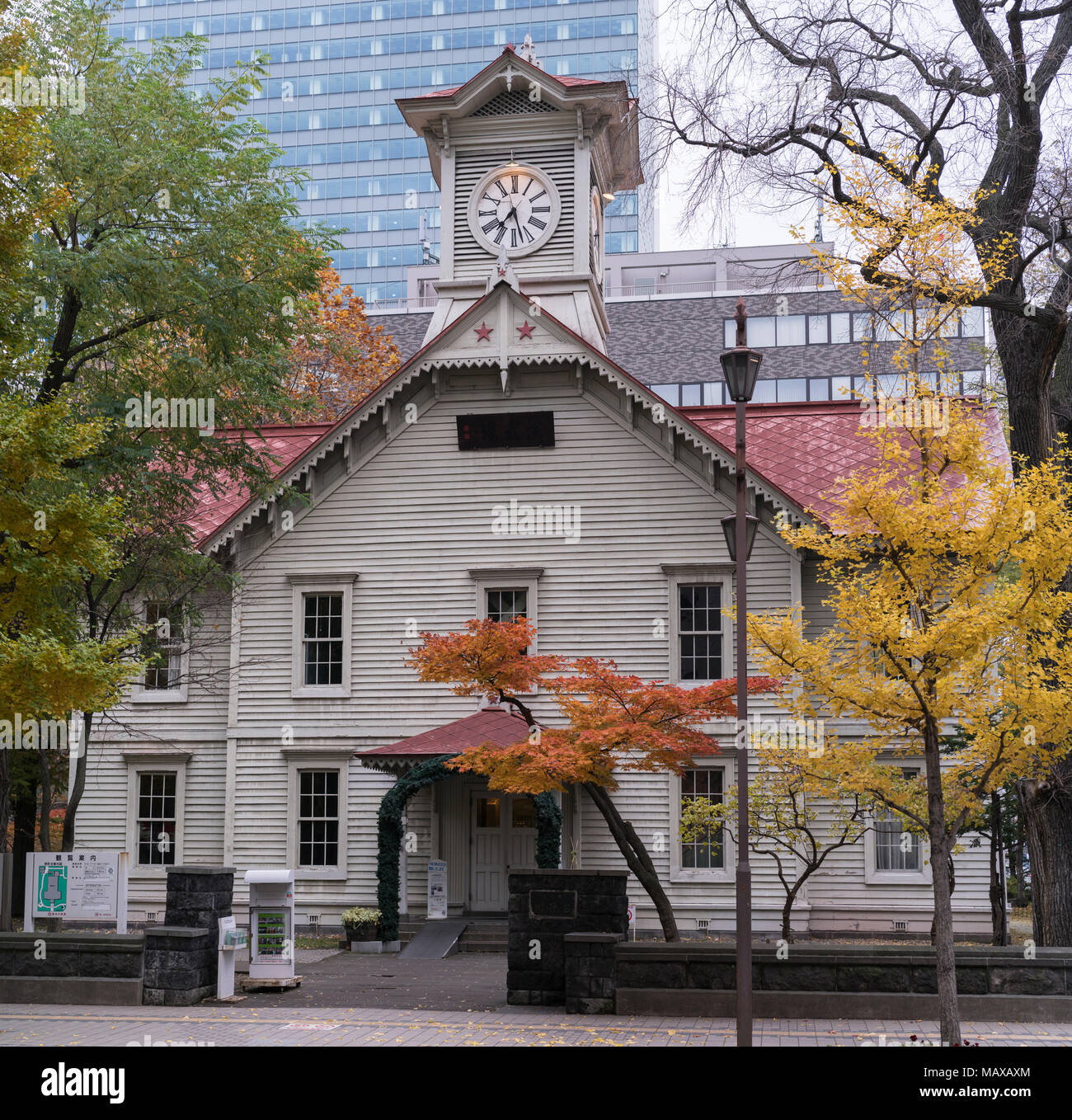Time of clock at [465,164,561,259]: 7:27
